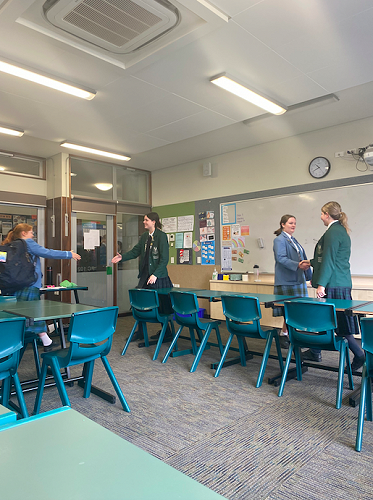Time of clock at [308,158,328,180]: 10:41
